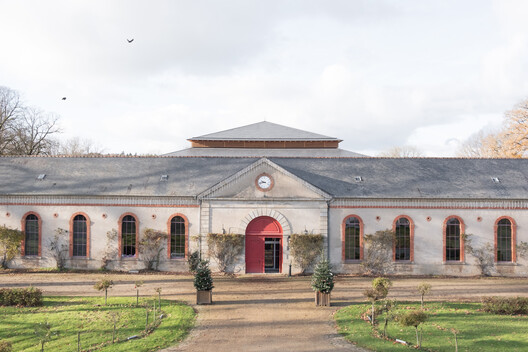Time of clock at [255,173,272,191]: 9:42
